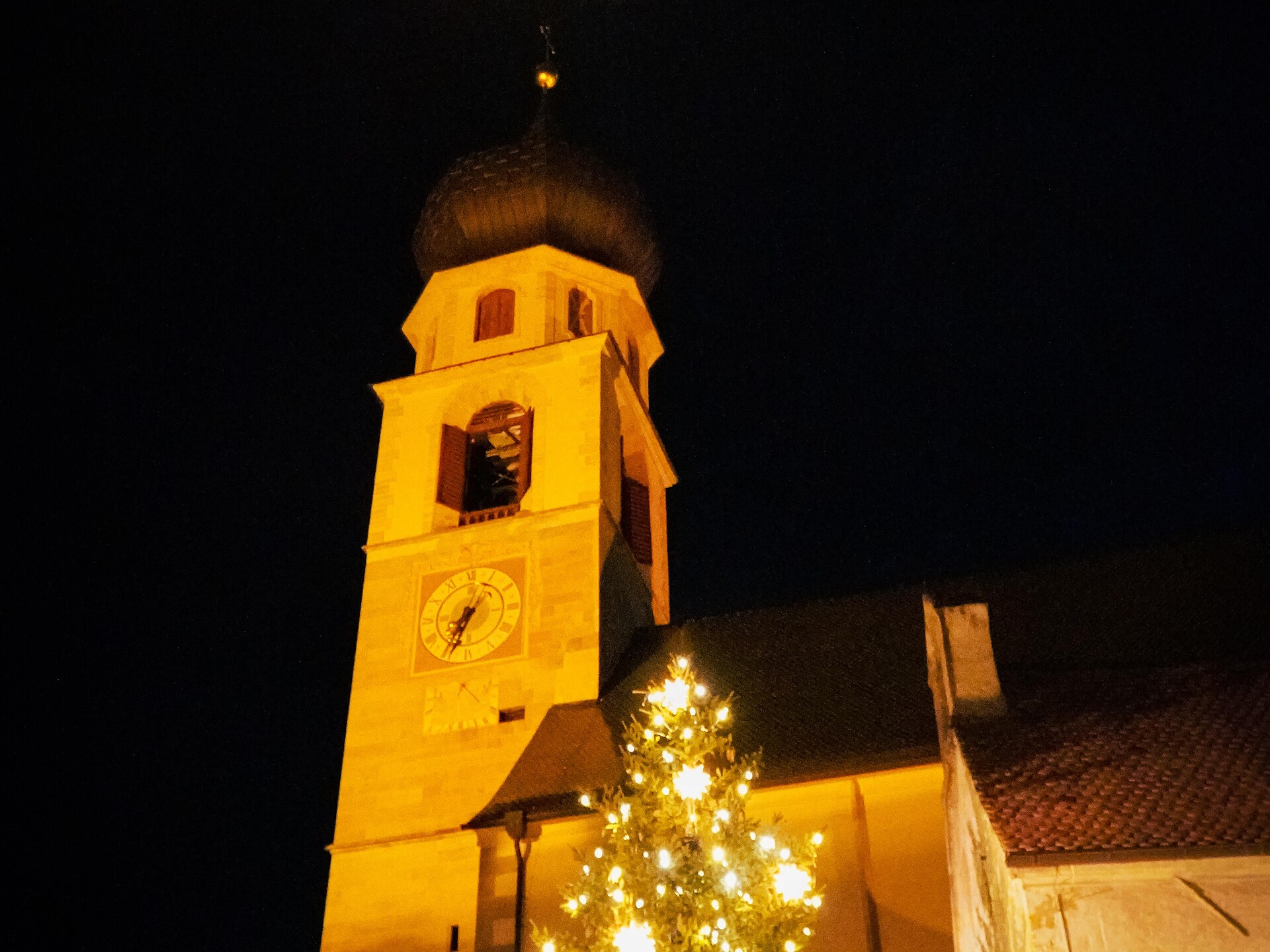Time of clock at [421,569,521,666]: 7:34
